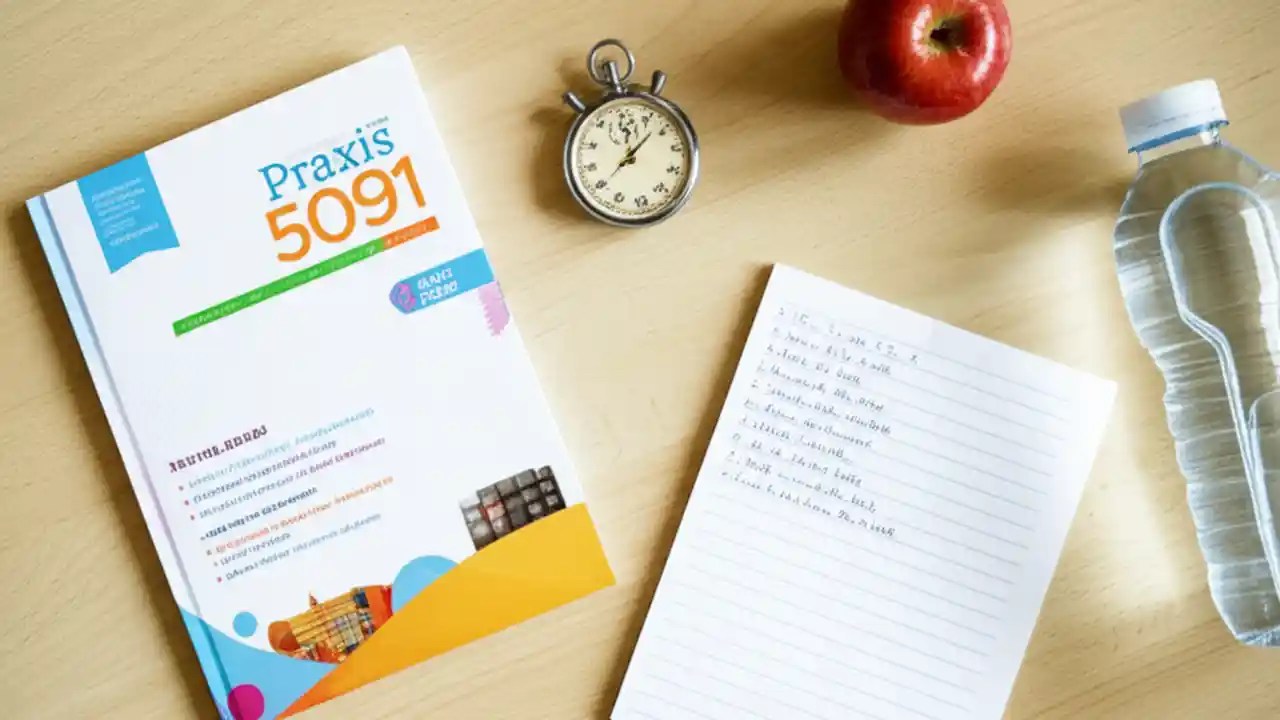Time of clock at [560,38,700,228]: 12:08
